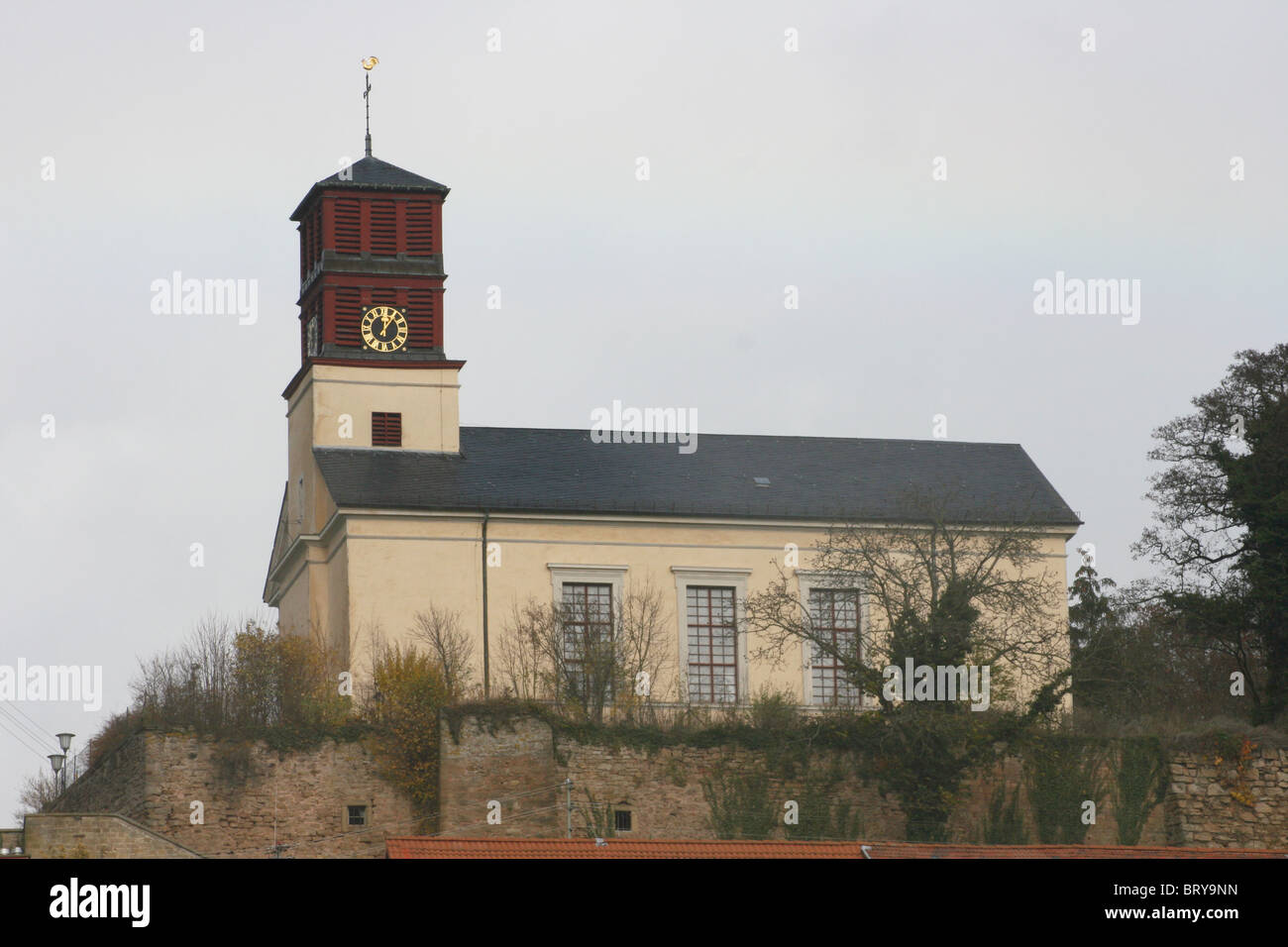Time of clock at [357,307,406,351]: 12:06
